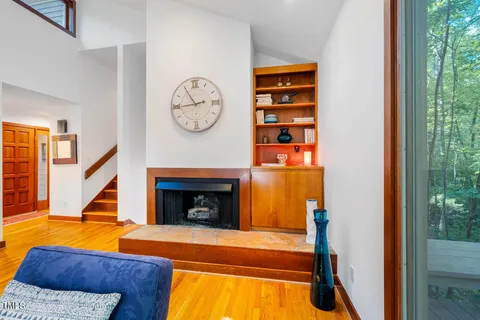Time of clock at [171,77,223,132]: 2:44
